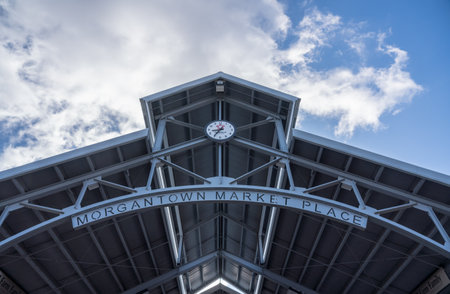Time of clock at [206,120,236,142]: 8:36
